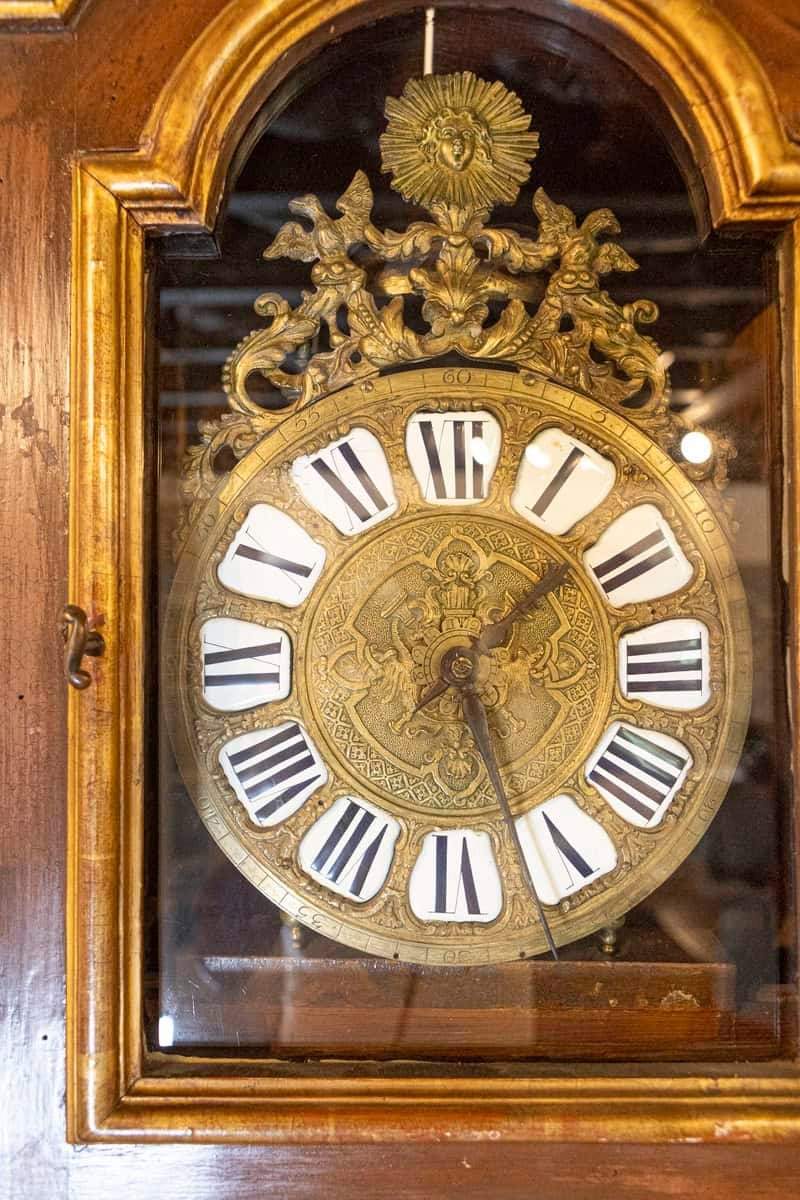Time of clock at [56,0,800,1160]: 1:26
